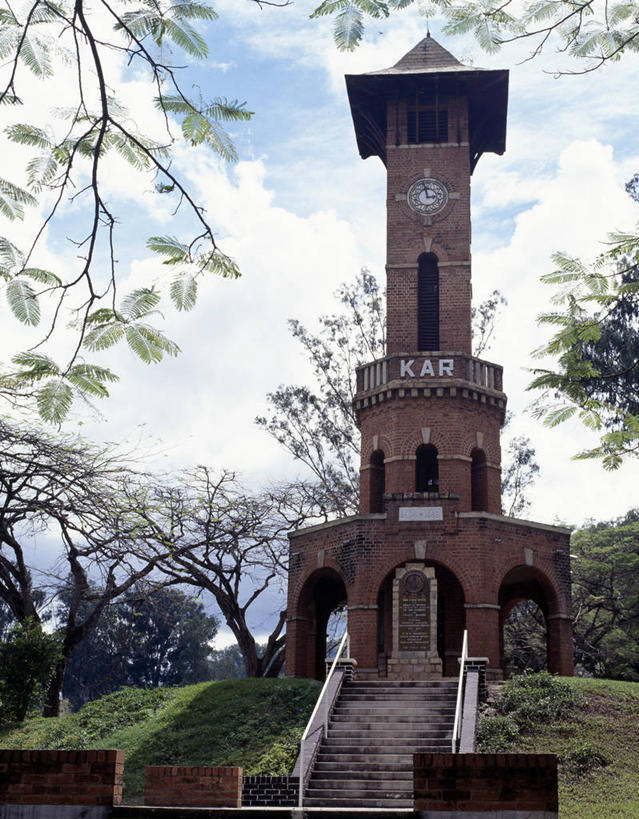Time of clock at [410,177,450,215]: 2:58
